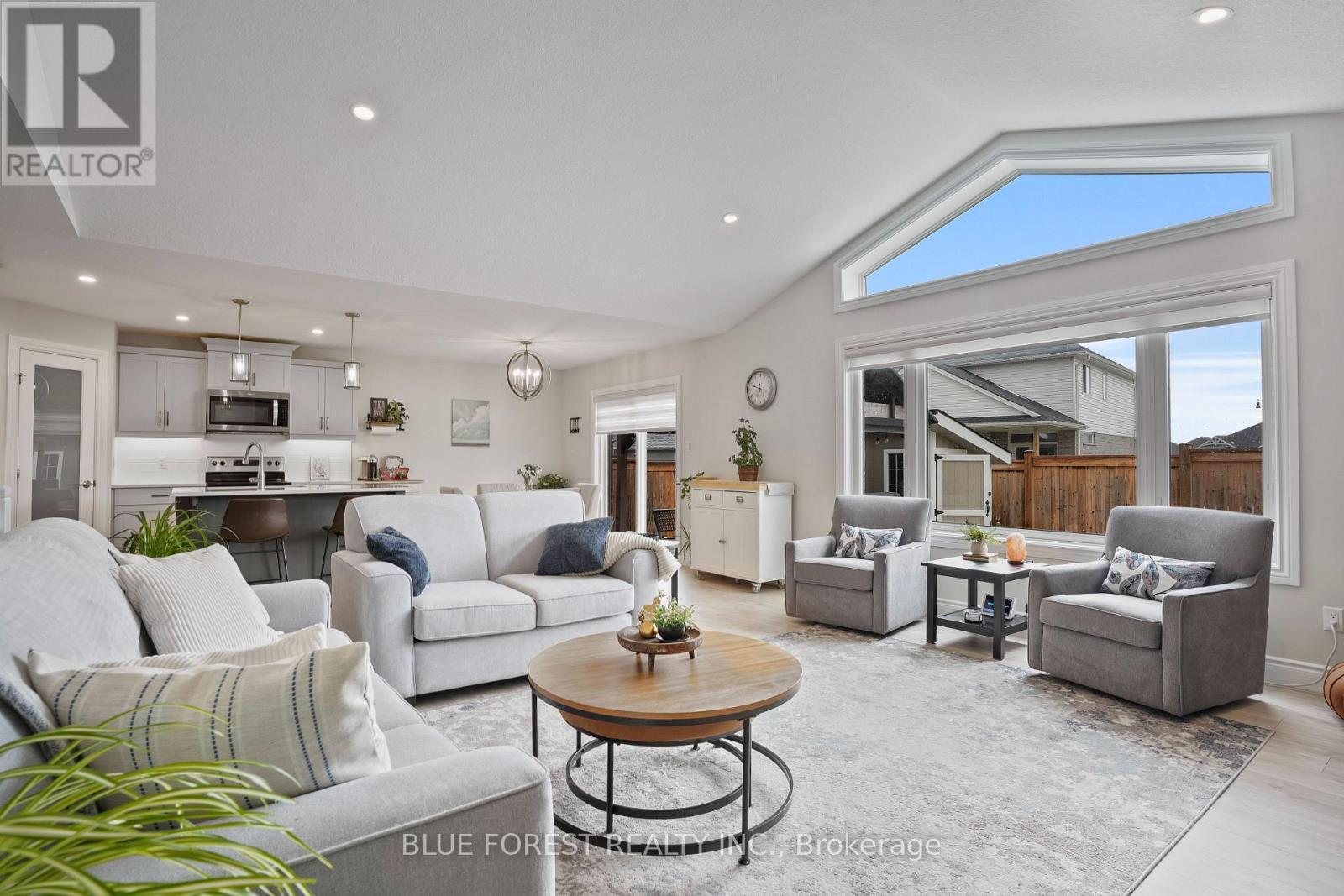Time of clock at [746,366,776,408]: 11:48
